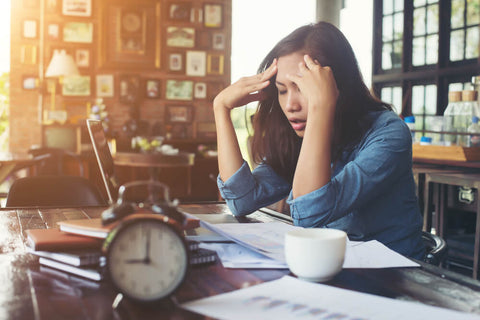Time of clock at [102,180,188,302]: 9:01
